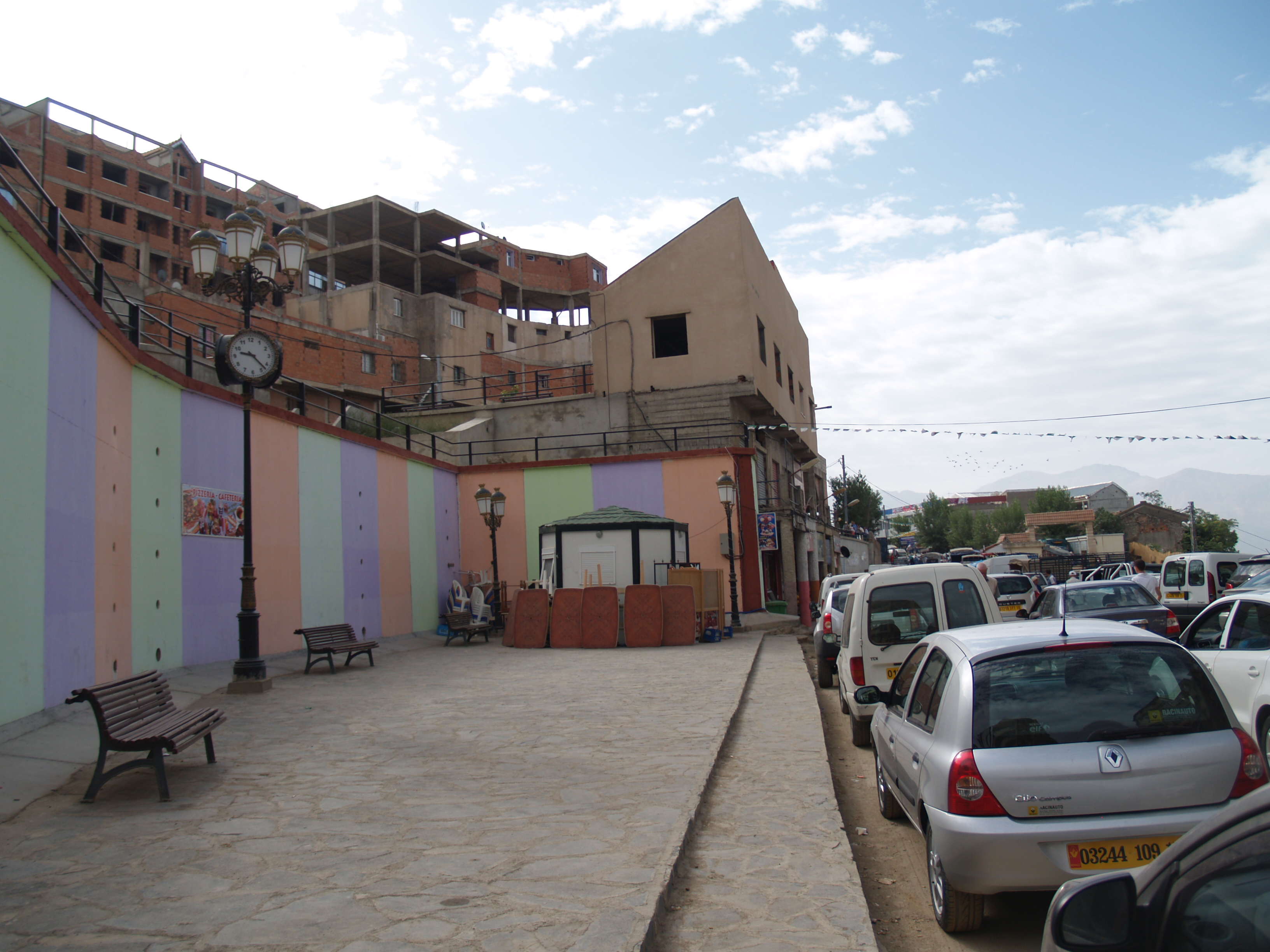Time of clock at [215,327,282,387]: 9:22
